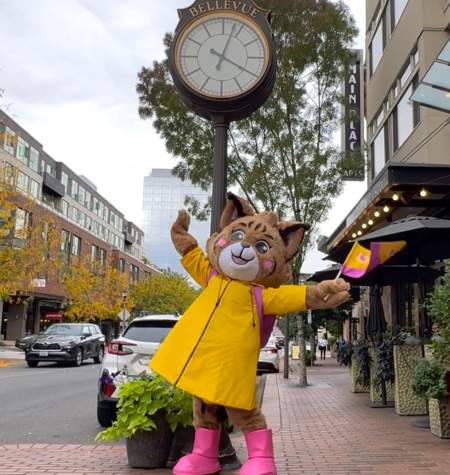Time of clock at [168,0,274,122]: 4:03
